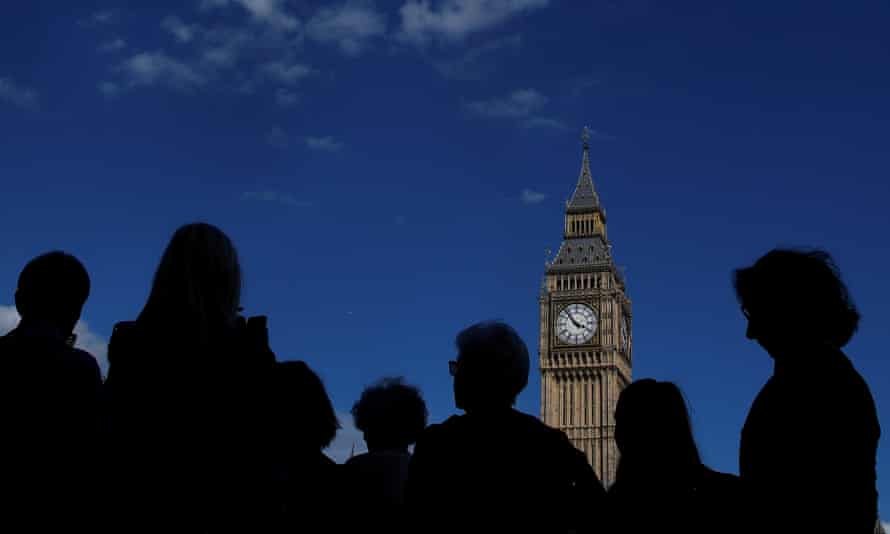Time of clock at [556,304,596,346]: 3:53
